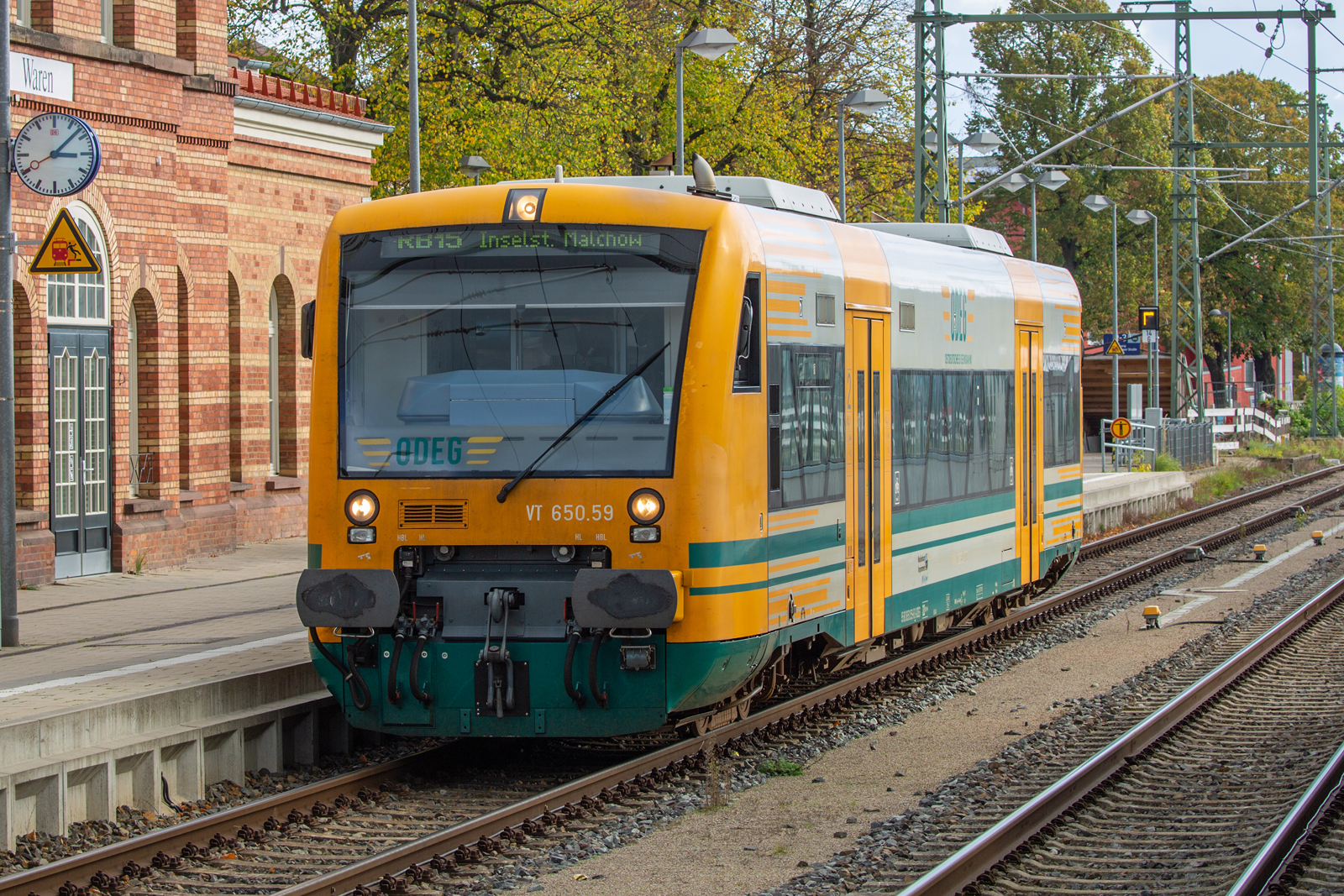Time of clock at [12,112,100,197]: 3:07
